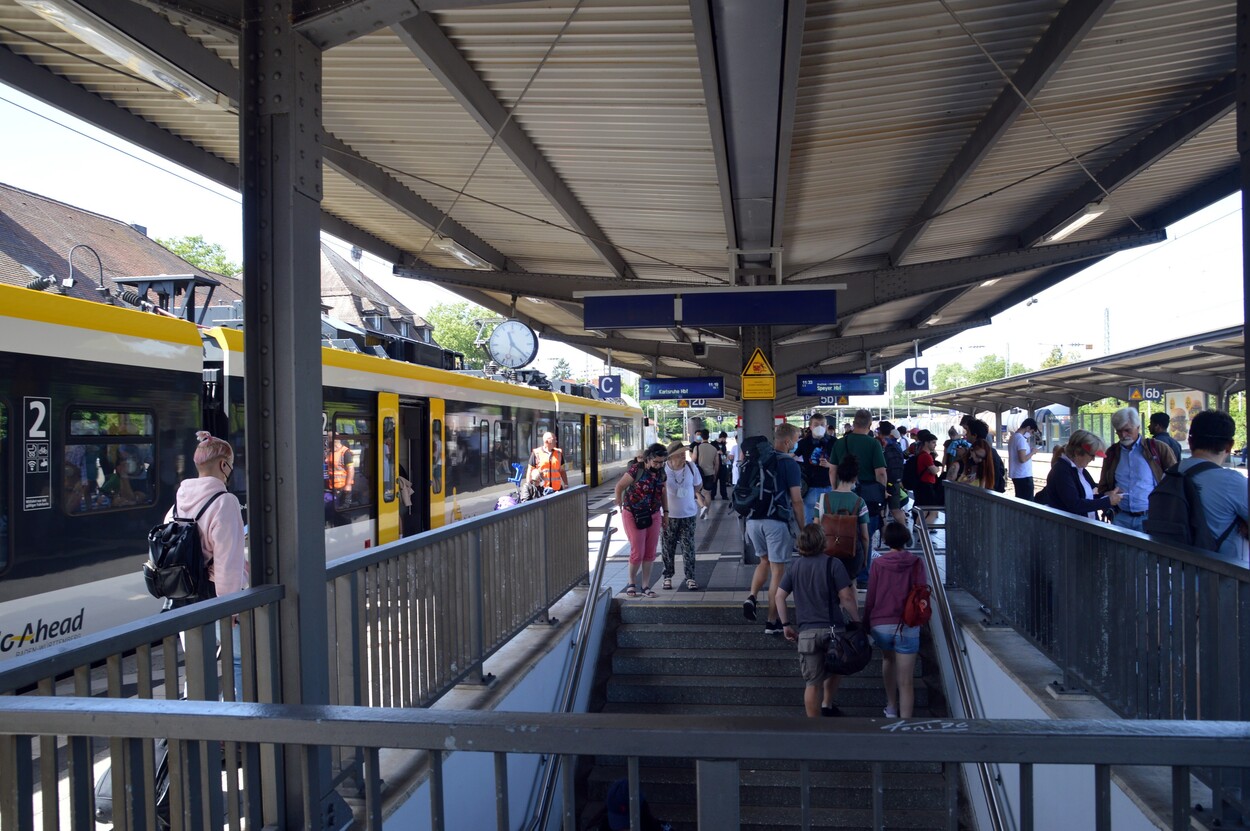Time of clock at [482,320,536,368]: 11:21
